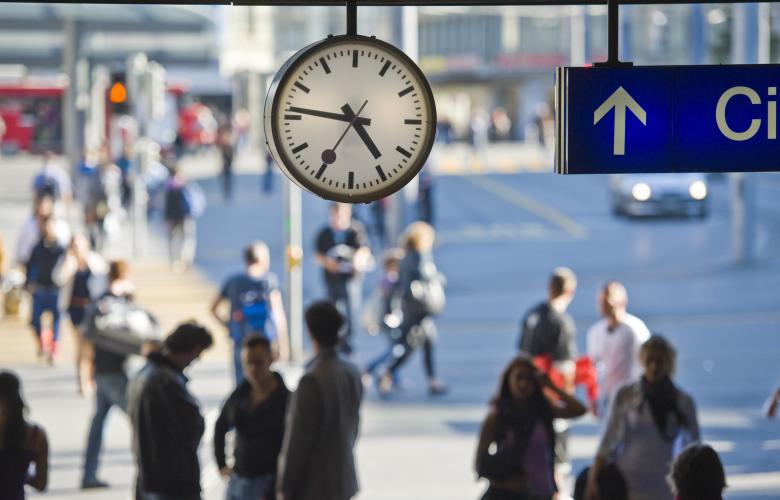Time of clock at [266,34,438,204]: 4:46
